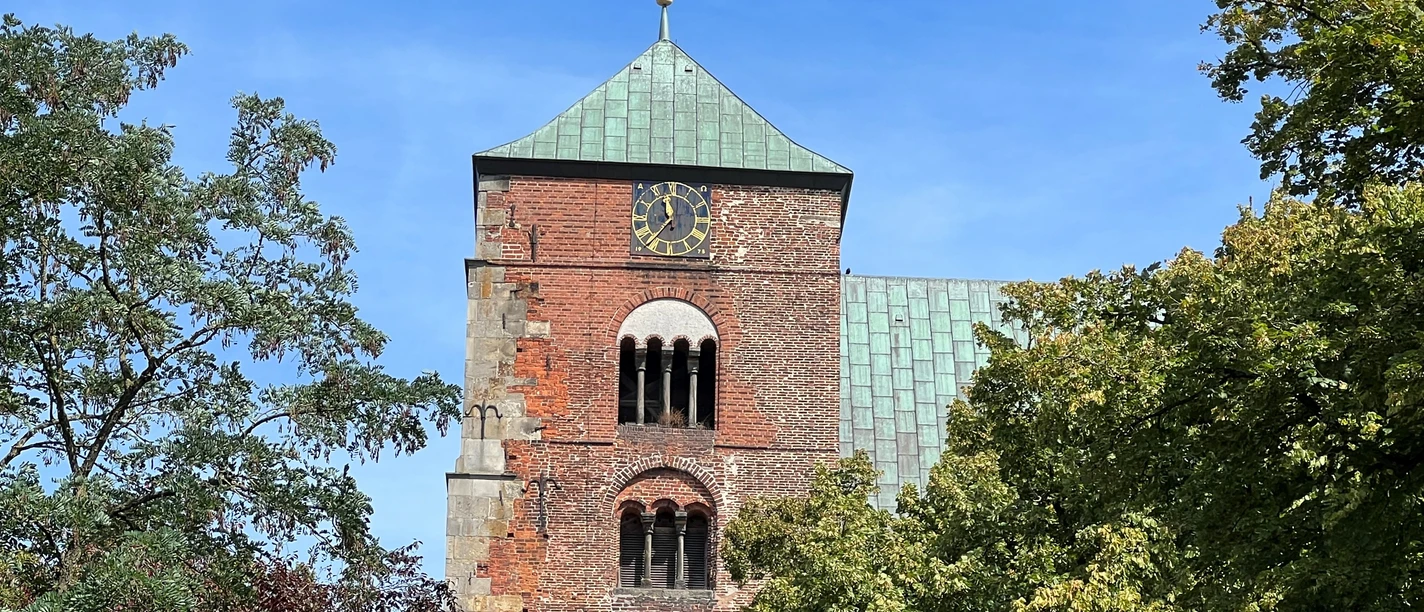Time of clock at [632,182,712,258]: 11:36
